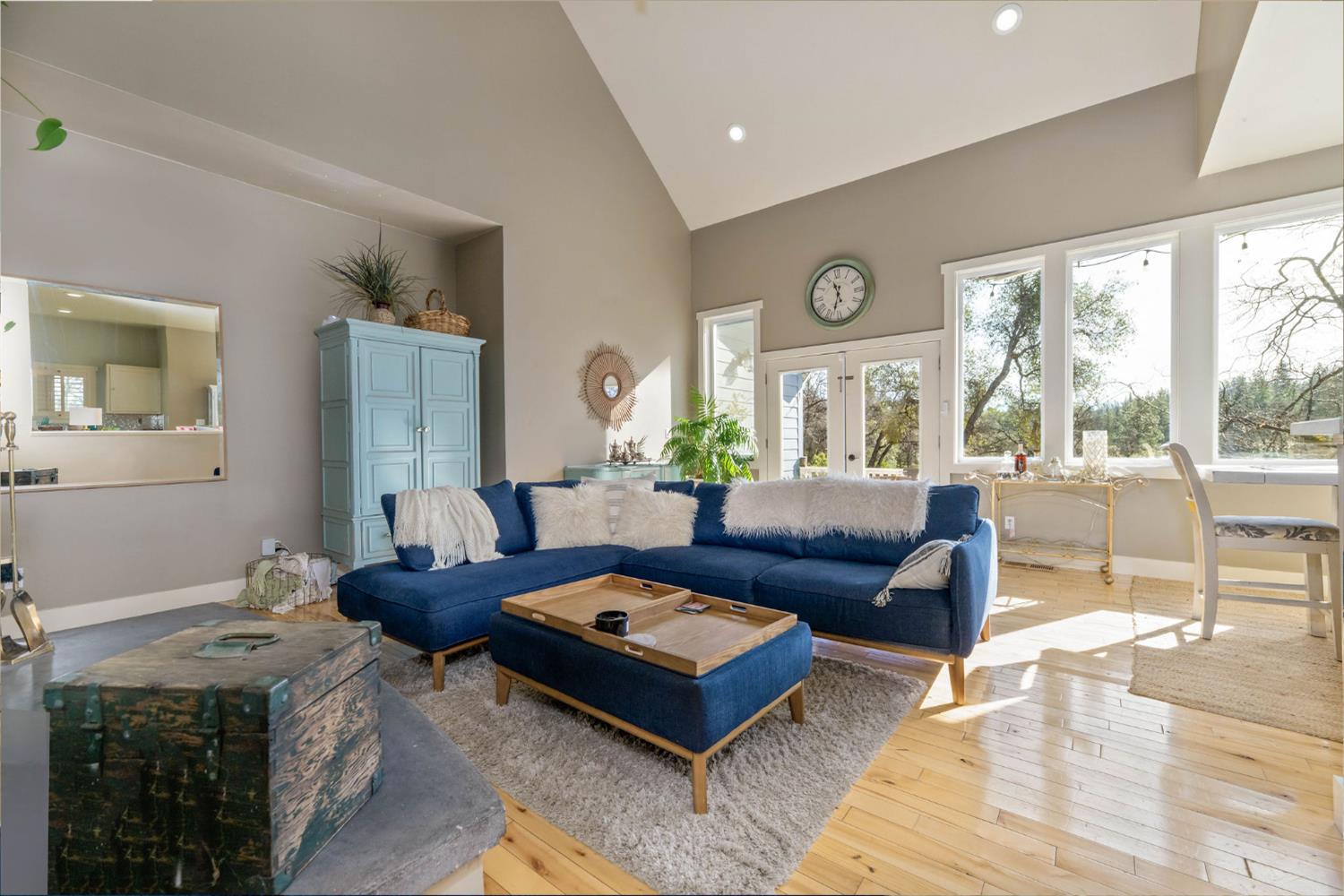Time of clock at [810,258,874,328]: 11:32
